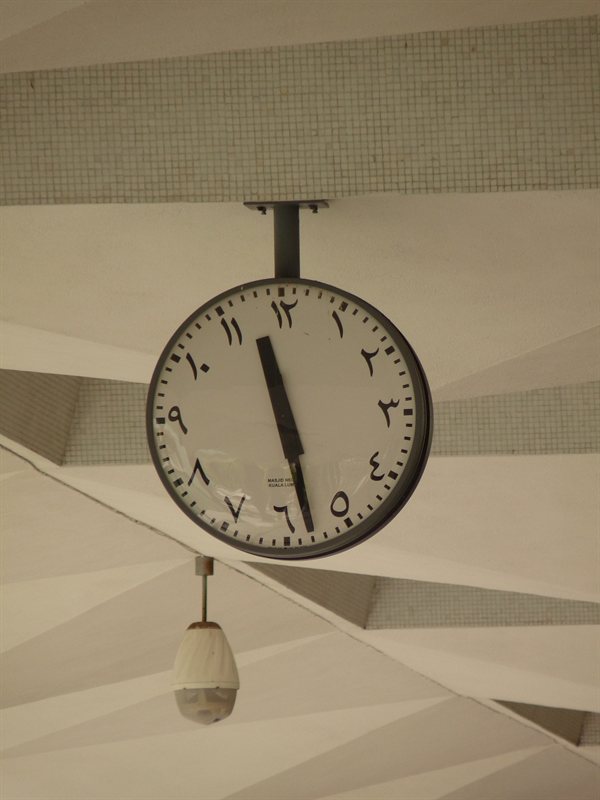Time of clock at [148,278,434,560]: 11:28
